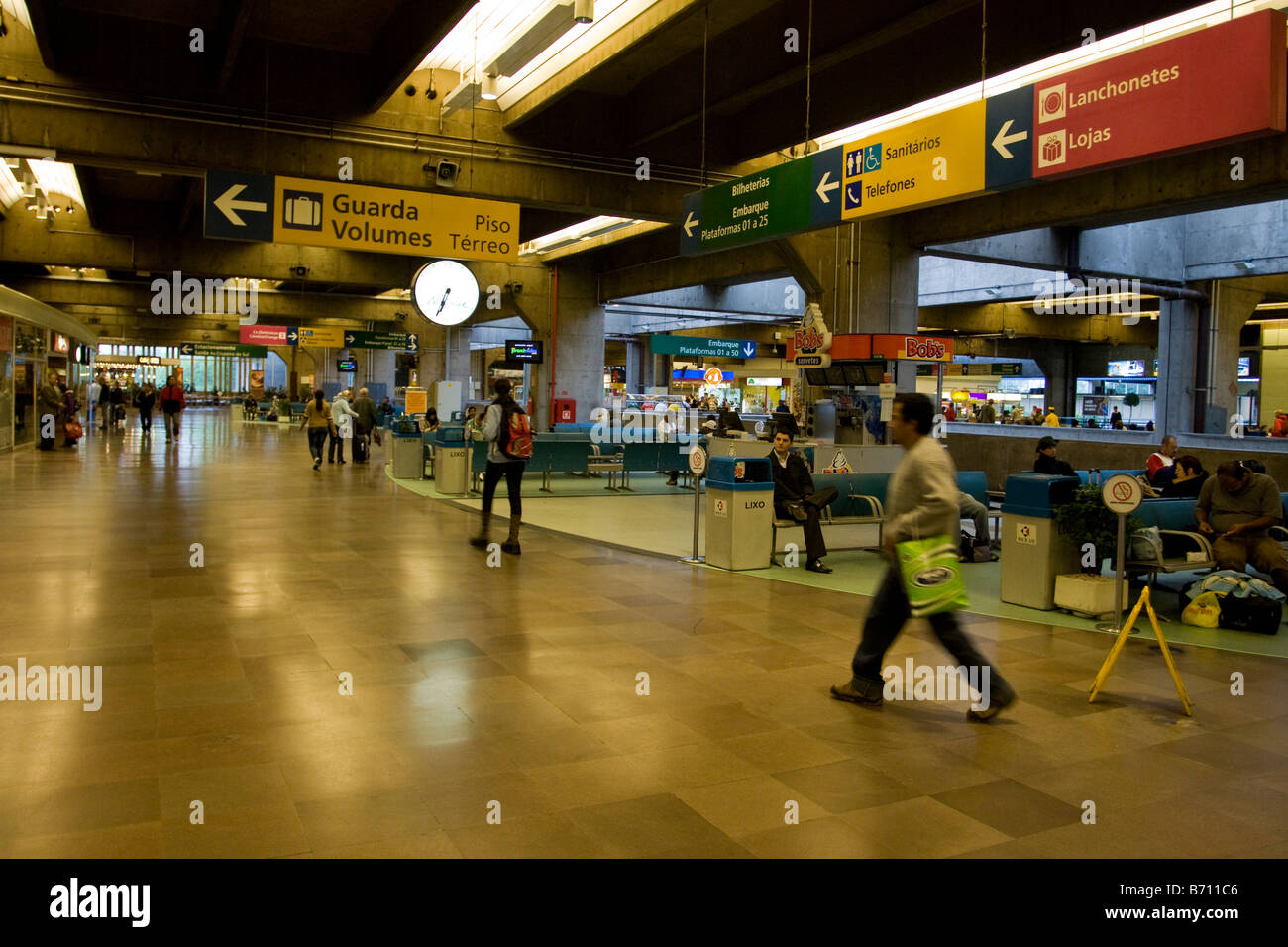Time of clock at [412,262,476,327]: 6:33
